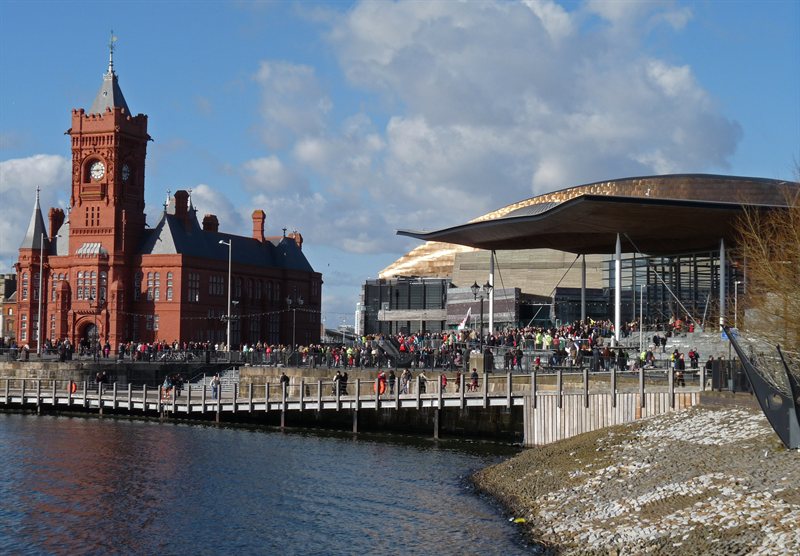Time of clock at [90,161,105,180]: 2:45
